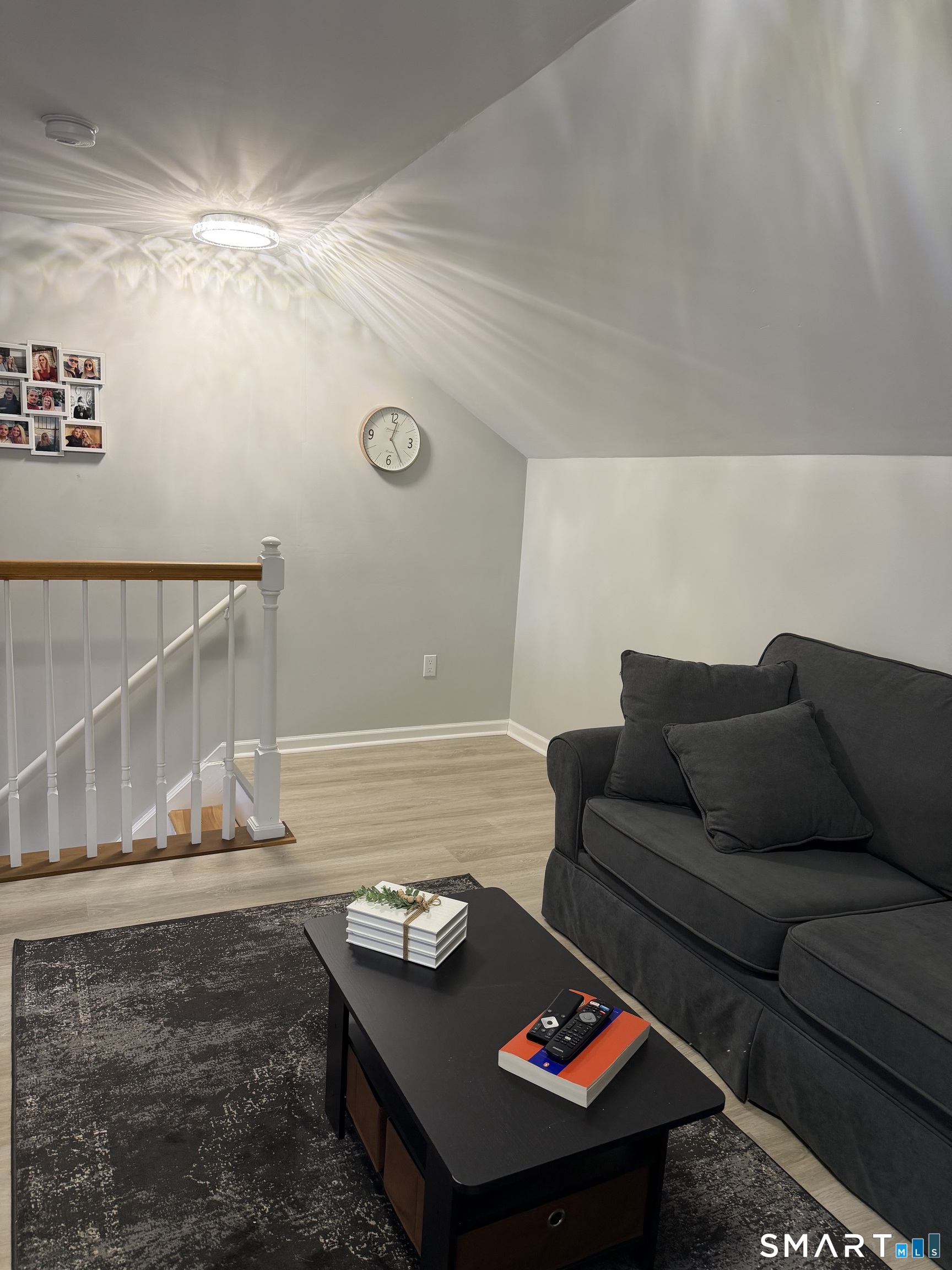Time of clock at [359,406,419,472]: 12:24
